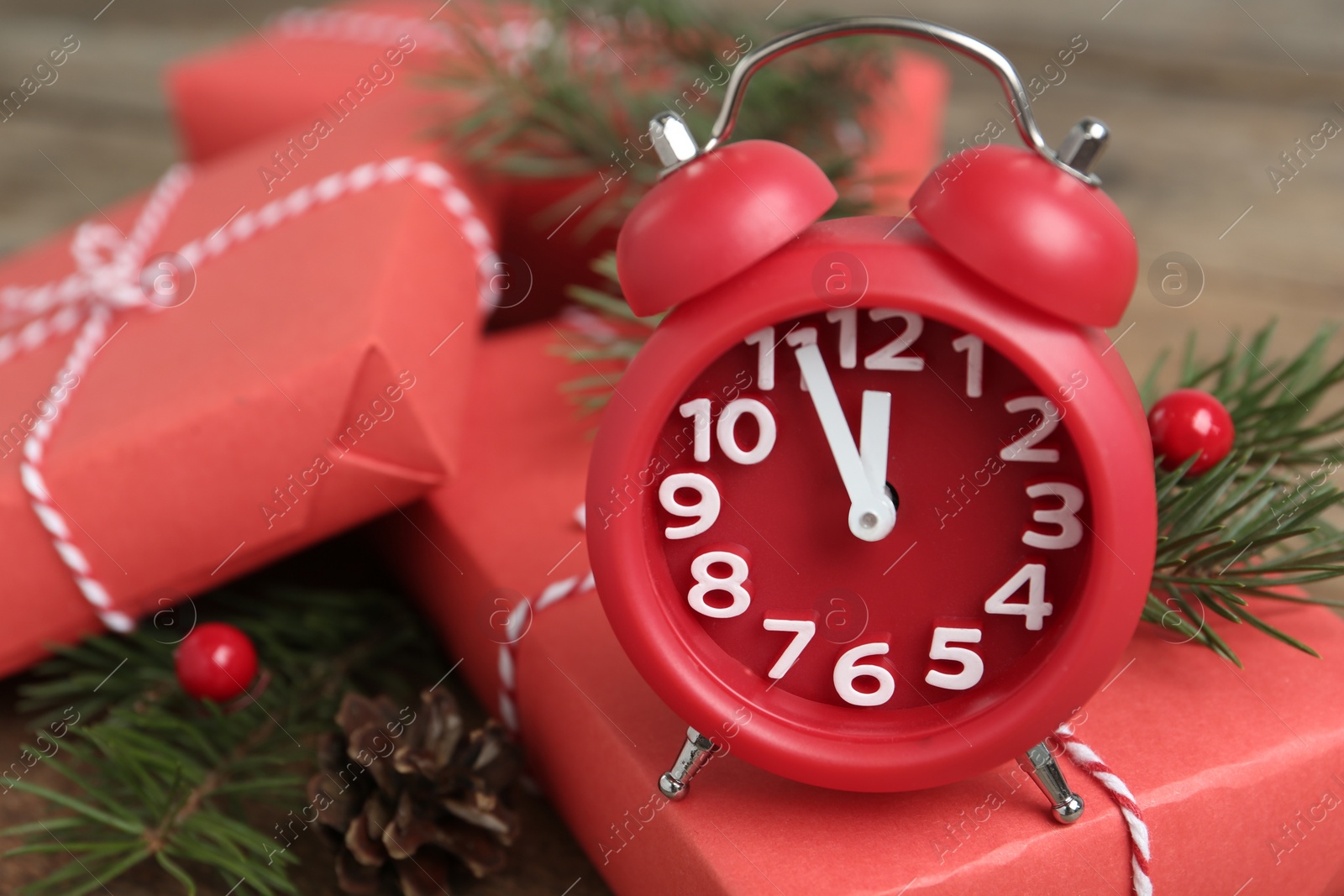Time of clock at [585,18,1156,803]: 11:55
